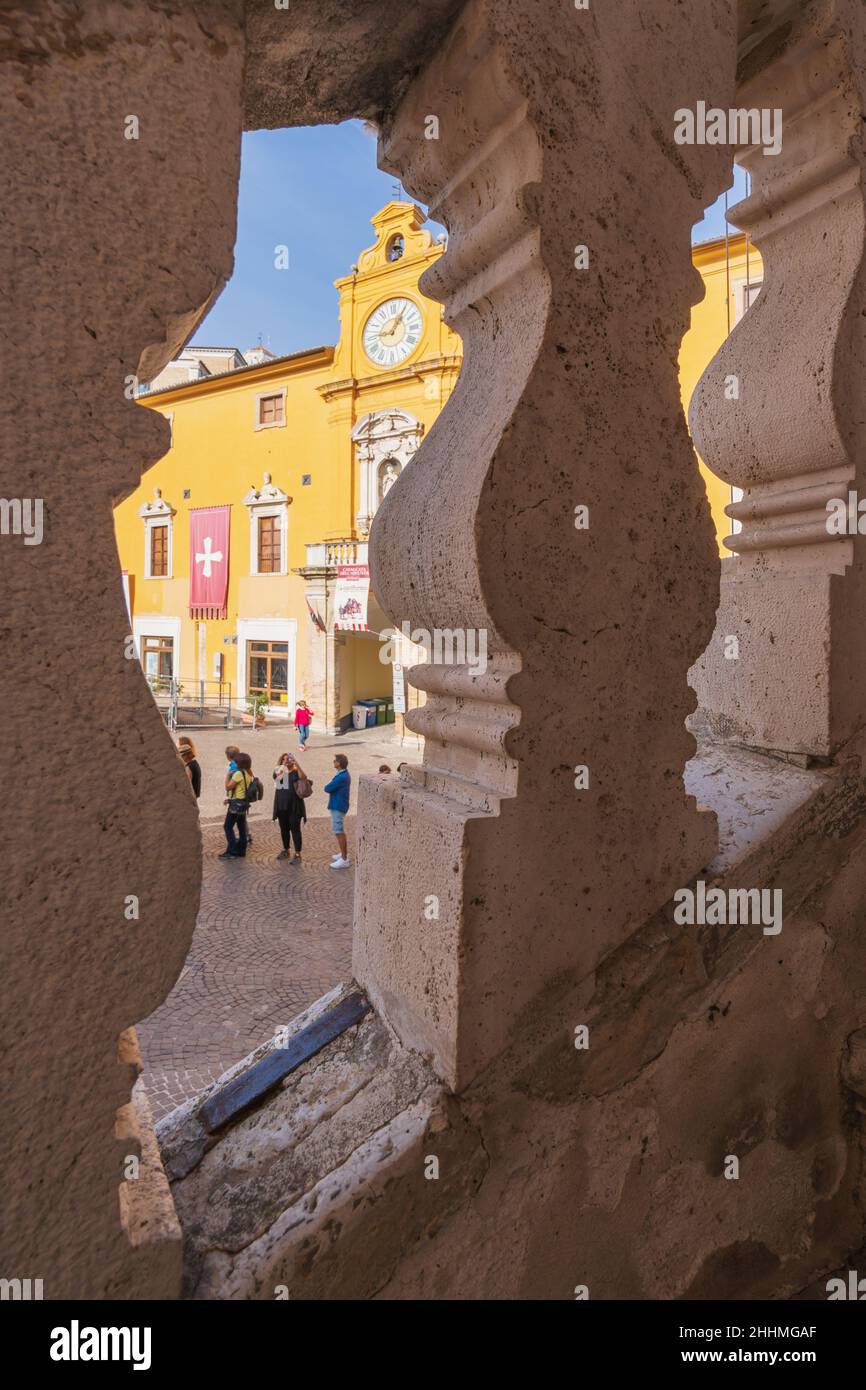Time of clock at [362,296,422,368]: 9:05
